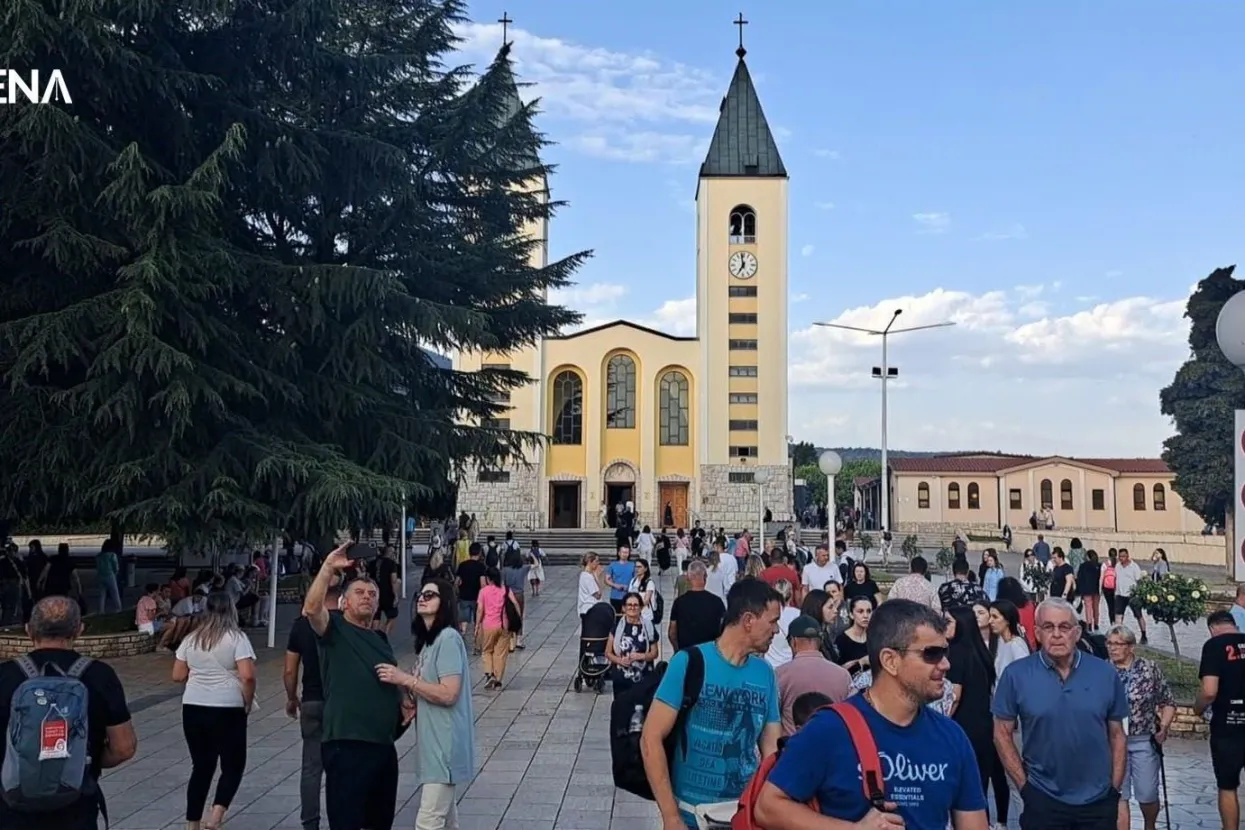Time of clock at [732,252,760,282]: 6:58
